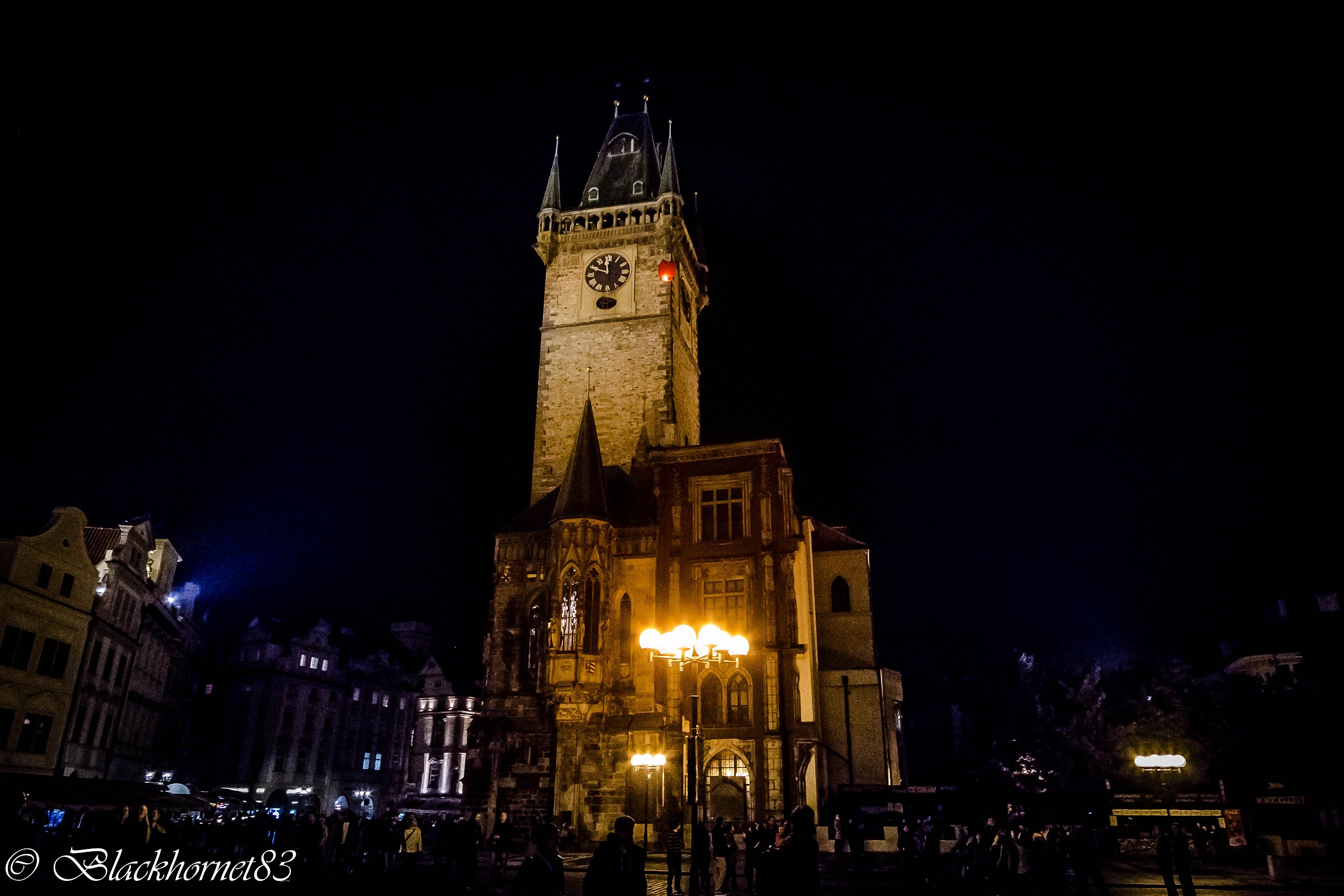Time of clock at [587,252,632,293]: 11:49
